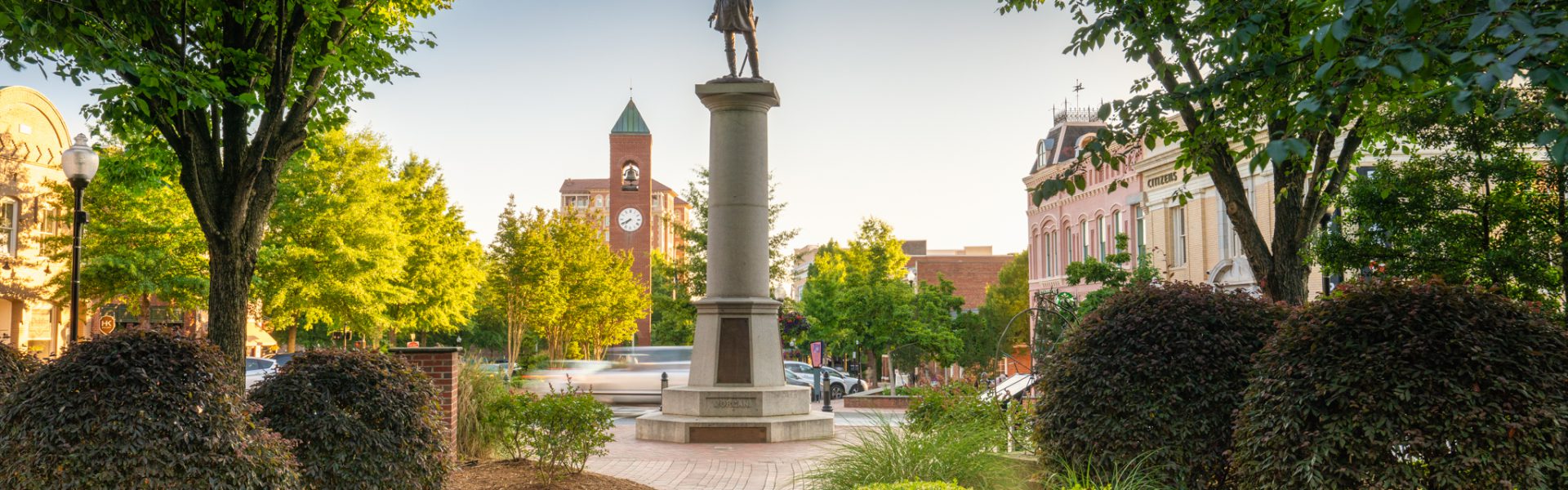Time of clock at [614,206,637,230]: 7:40
